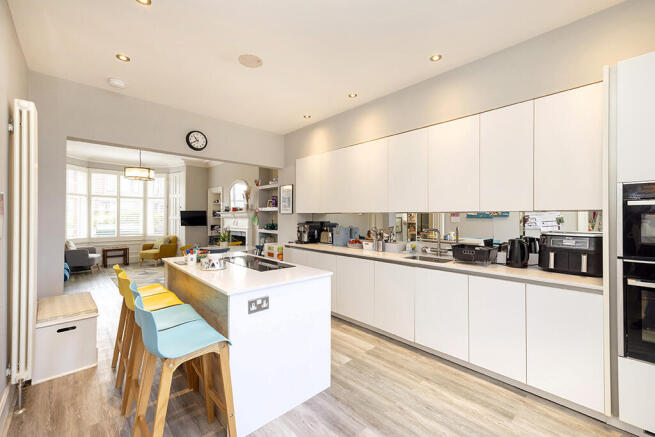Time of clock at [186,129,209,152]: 10:39
